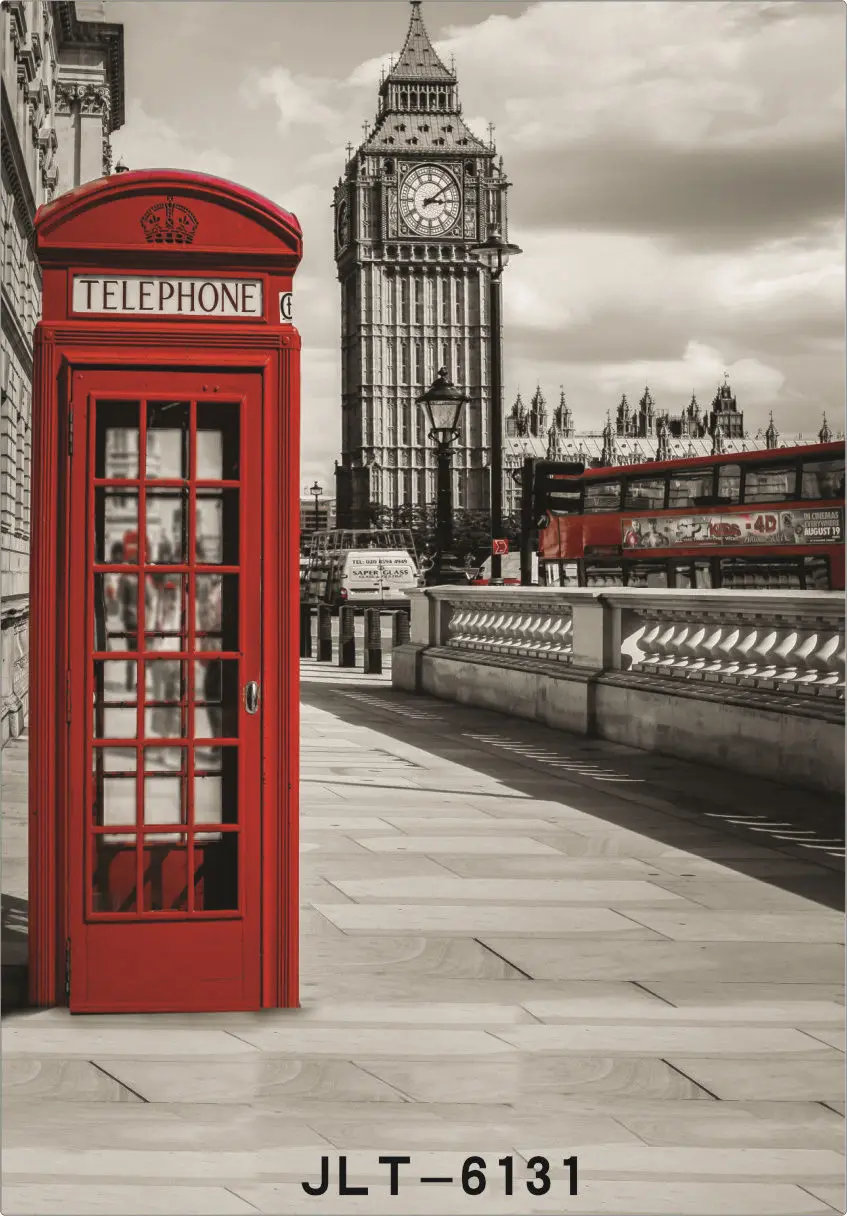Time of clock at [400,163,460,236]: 3:09
